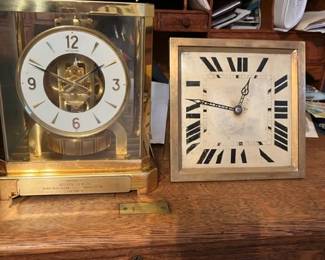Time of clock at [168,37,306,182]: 12:46
